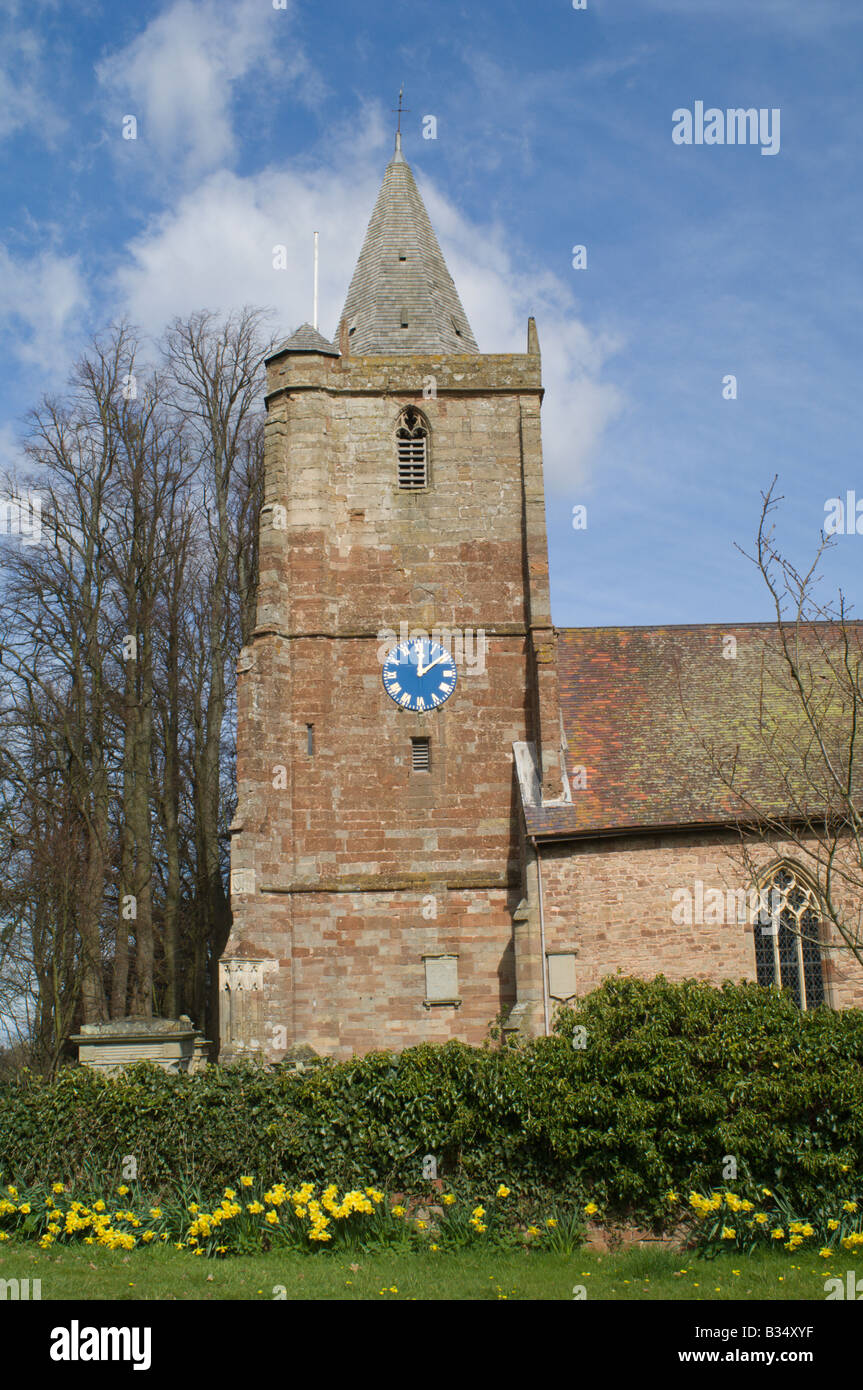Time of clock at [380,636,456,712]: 12:08
